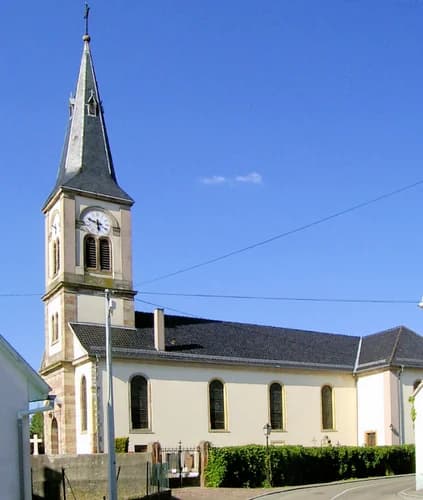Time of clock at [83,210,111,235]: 5:48
